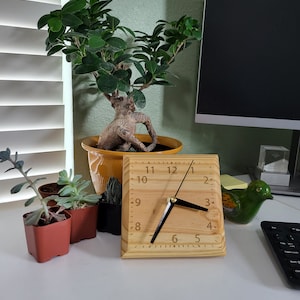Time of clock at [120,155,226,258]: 3:35
